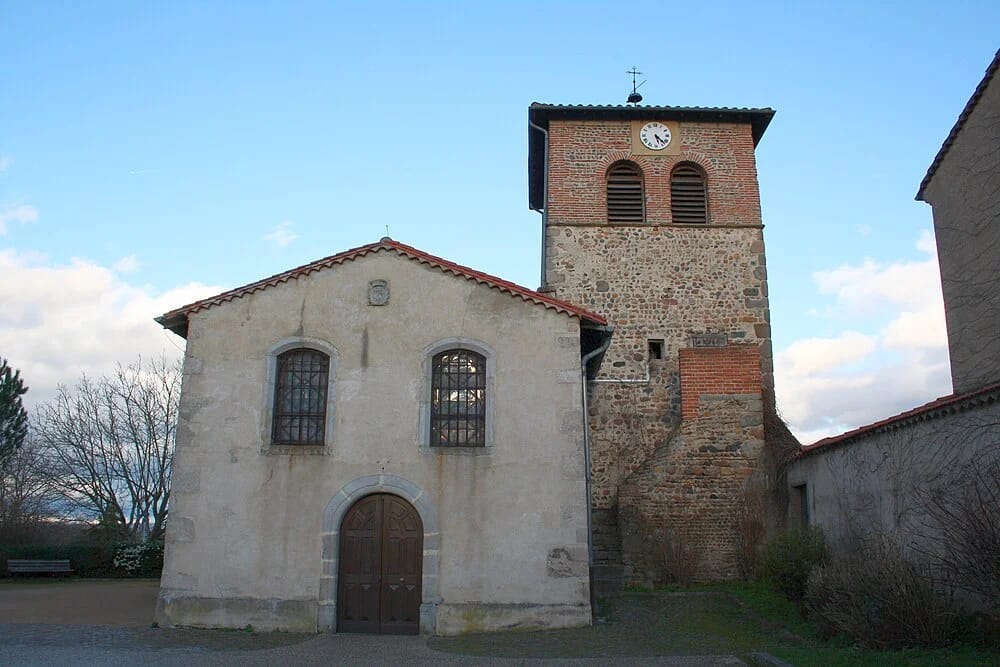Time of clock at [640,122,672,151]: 5:22
